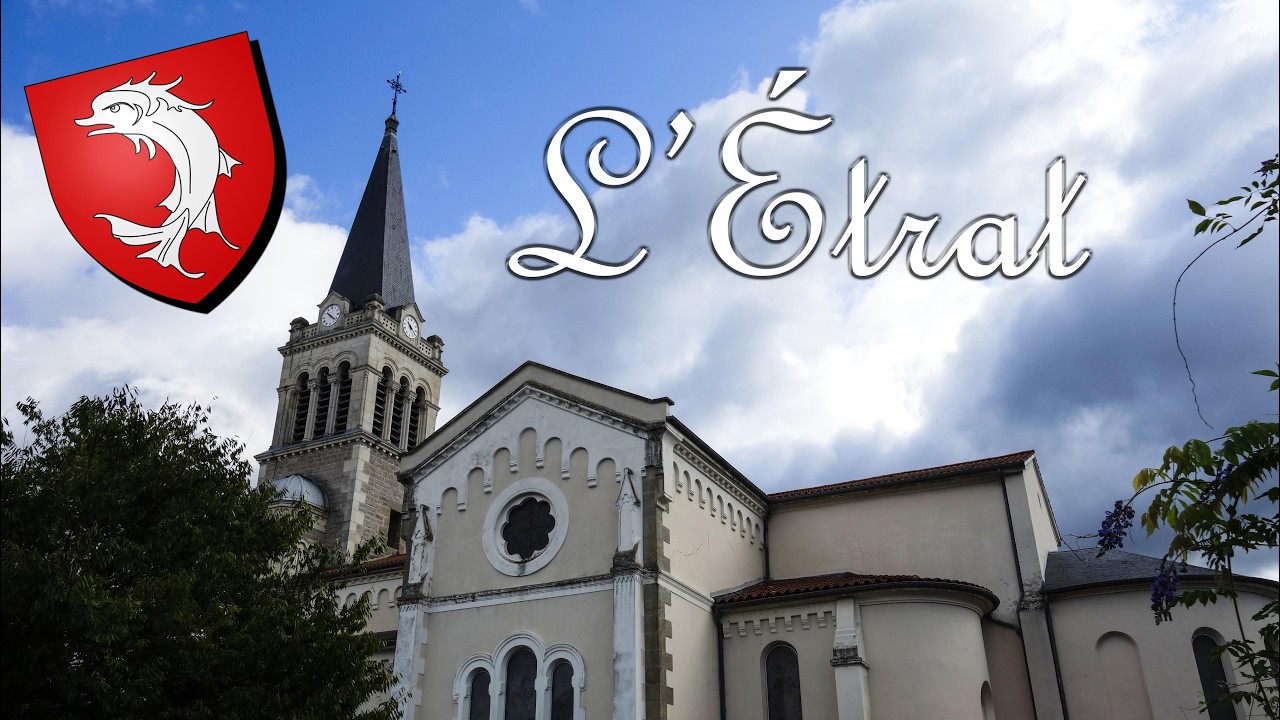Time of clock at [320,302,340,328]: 10:21
